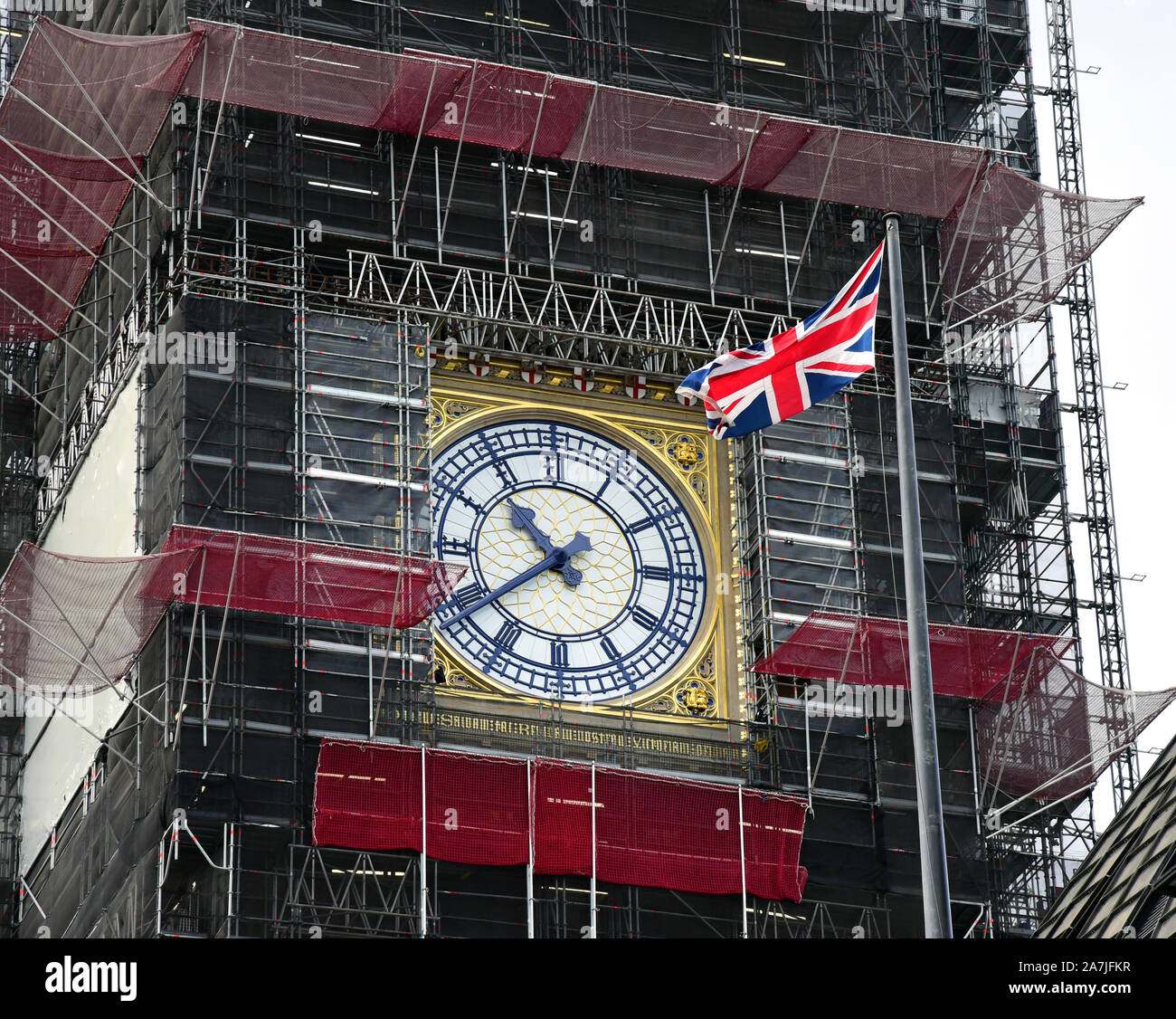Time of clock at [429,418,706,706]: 10:38
